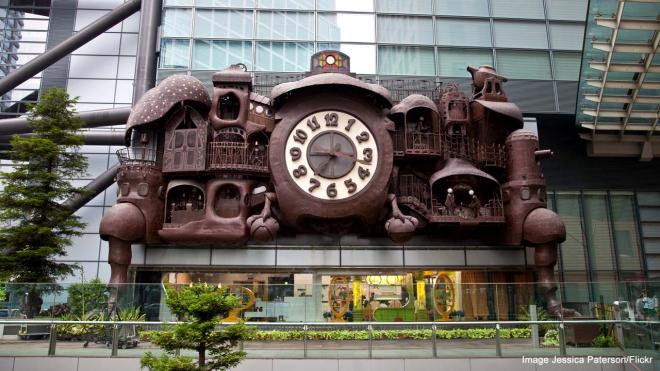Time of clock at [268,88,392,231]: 7:17
